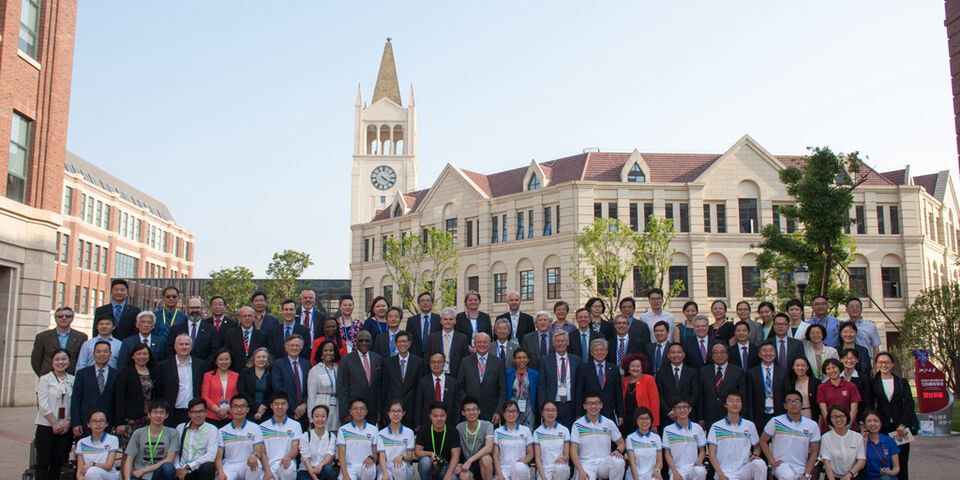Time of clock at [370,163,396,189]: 4:20
